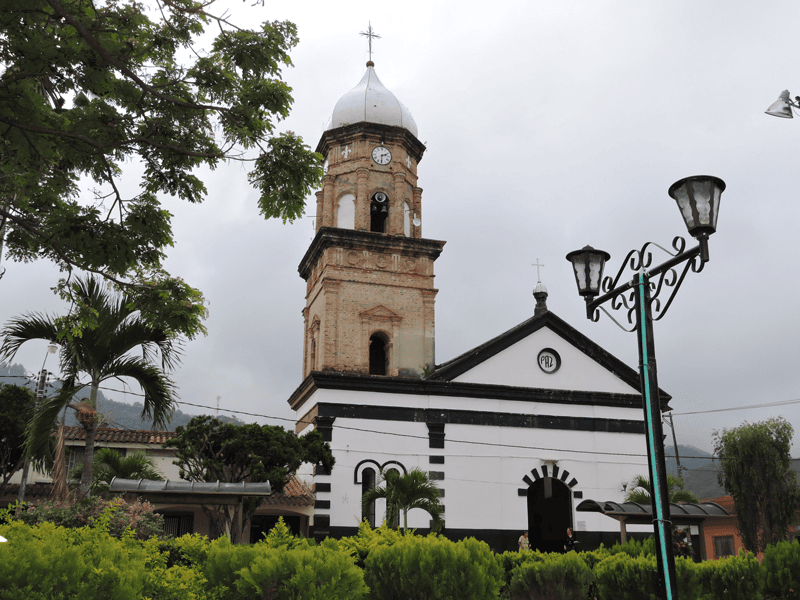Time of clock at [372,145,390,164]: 2:30
